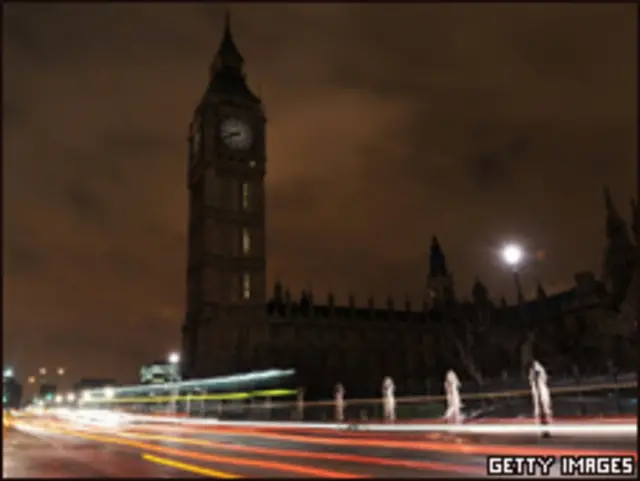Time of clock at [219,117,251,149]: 8:41
